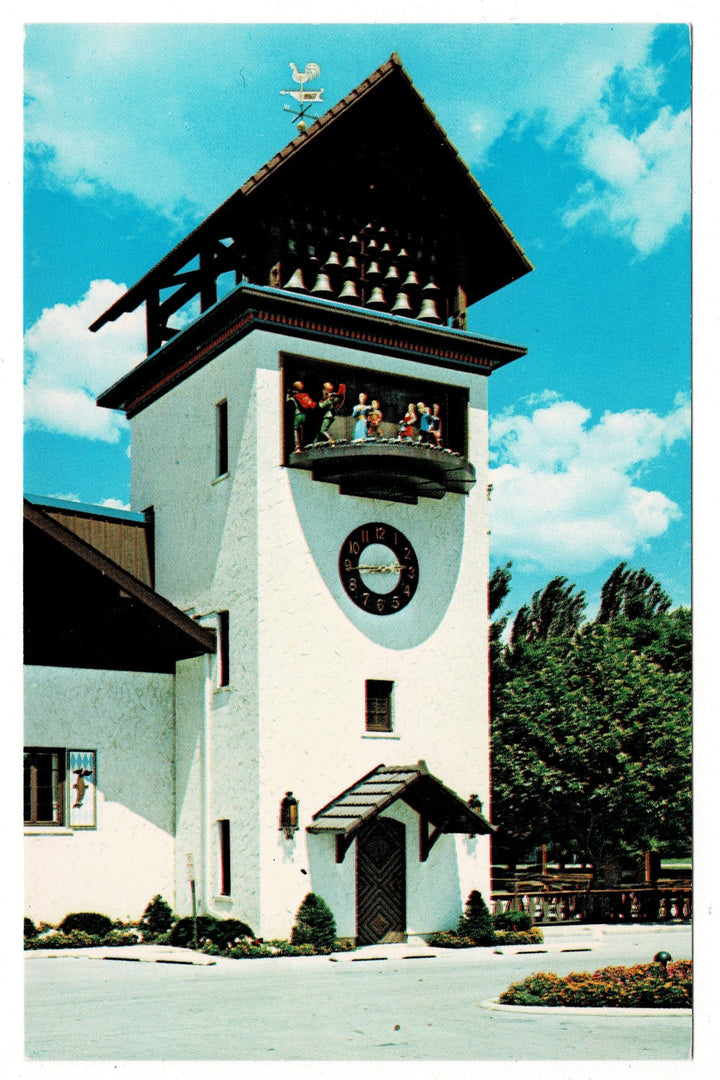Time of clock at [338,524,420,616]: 2:44
